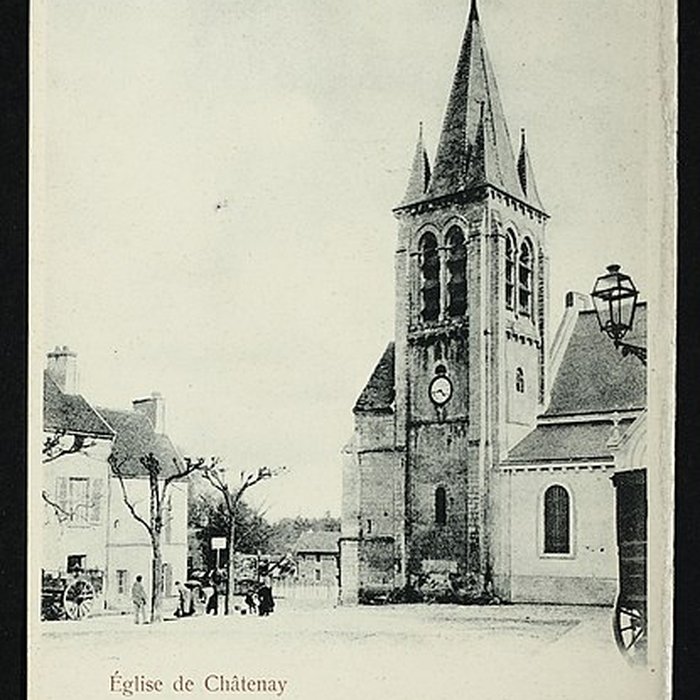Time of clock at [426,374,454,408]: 4:42
